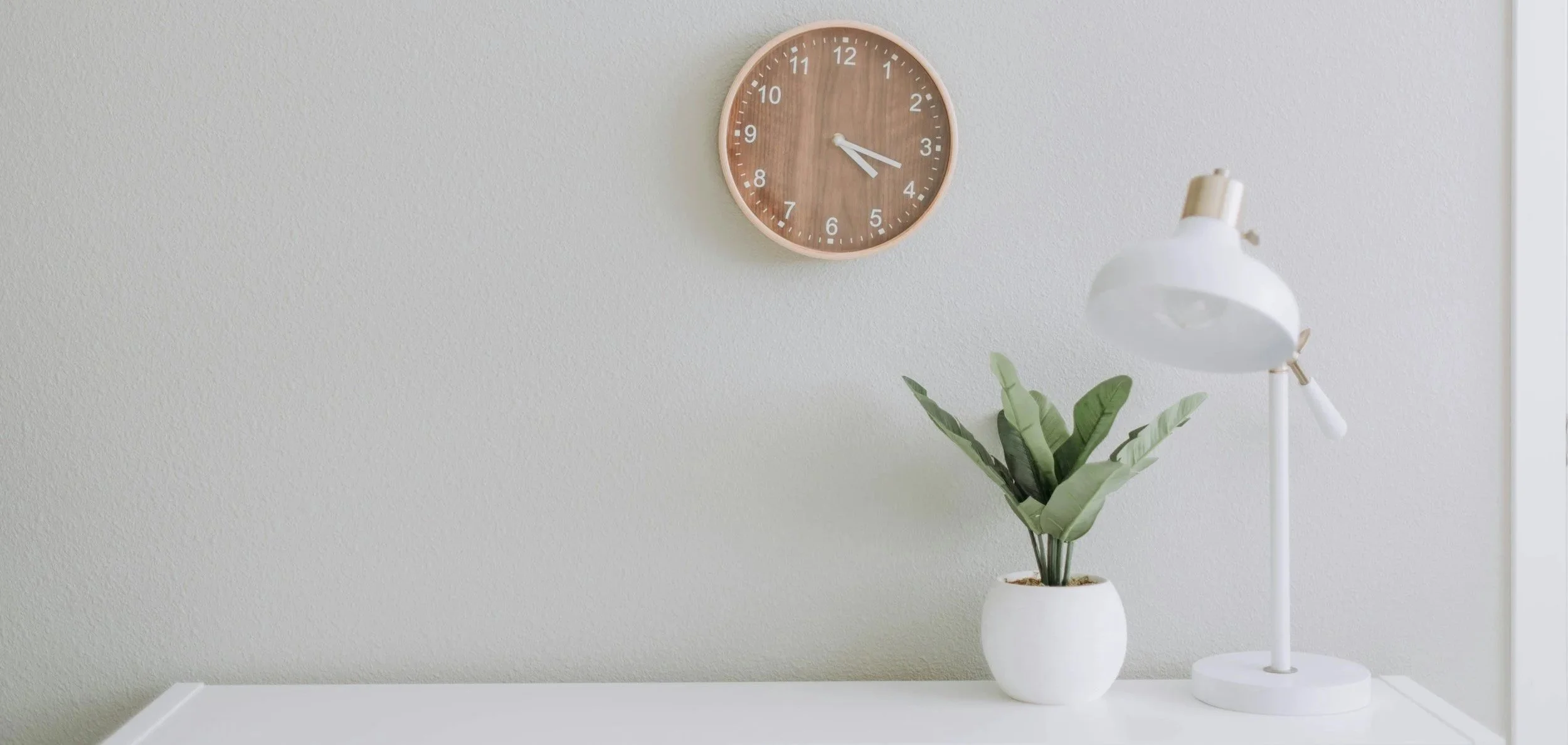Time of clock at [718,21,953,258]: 4:18
